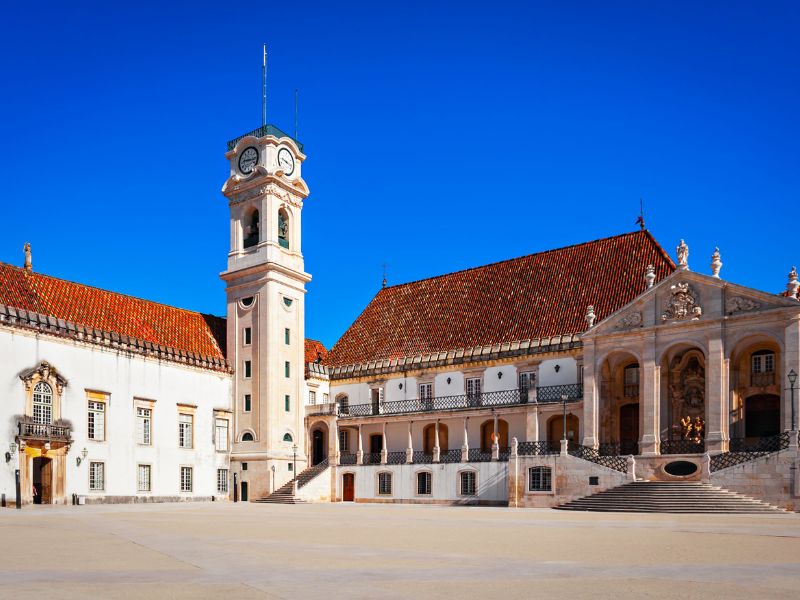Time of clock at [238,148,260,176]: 9:16
